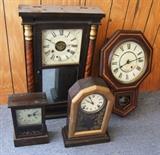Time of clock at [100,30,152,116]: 2:40
